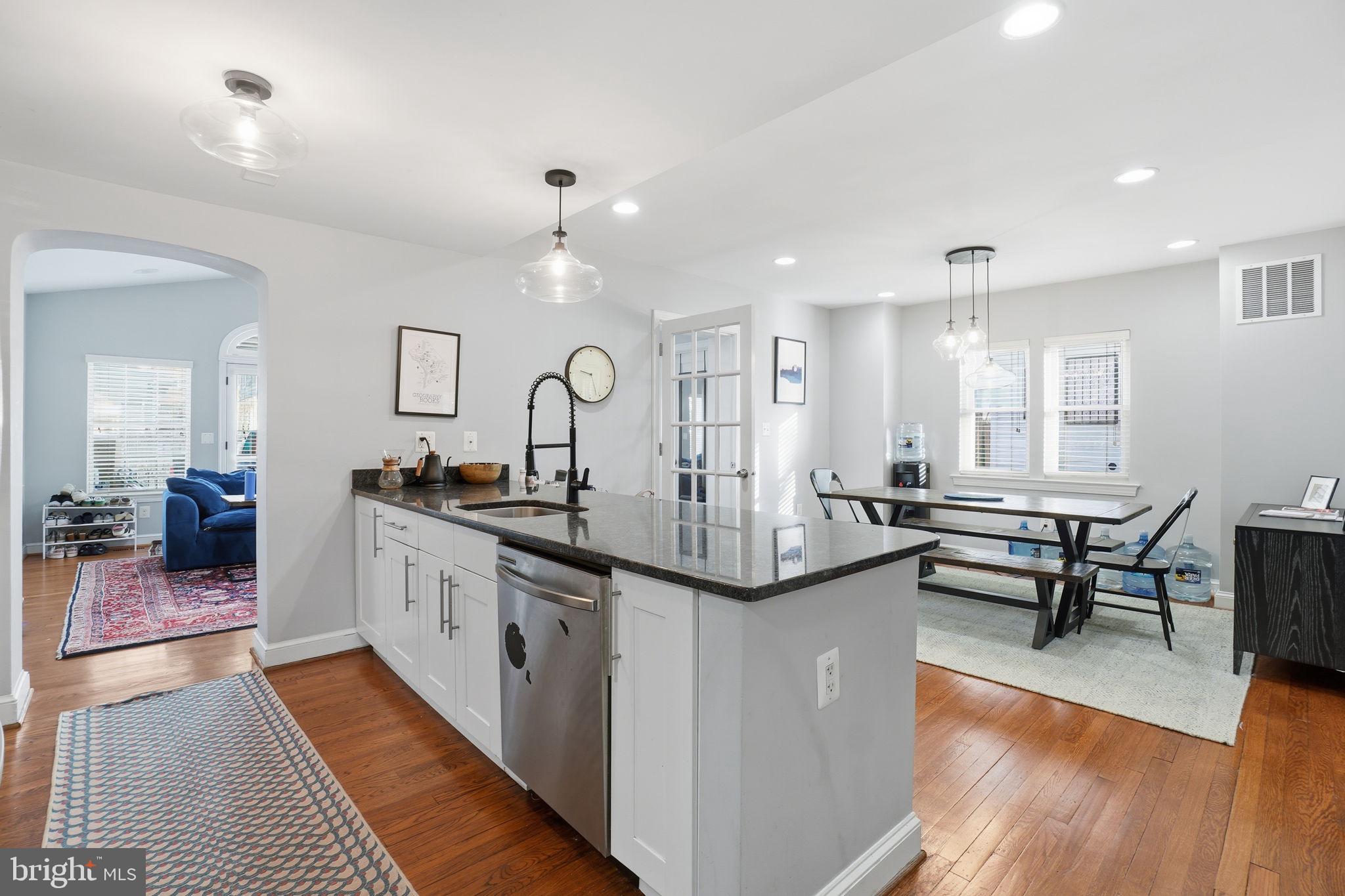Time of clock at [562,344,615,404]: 9:26
